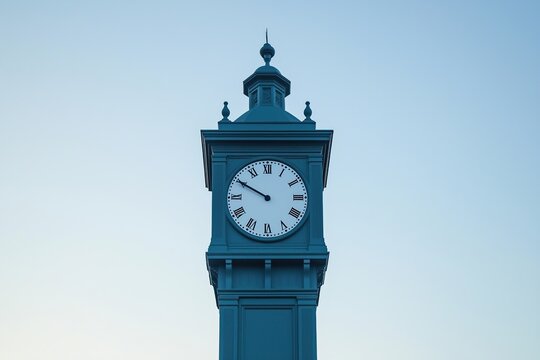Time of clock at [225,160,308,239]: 9:49
